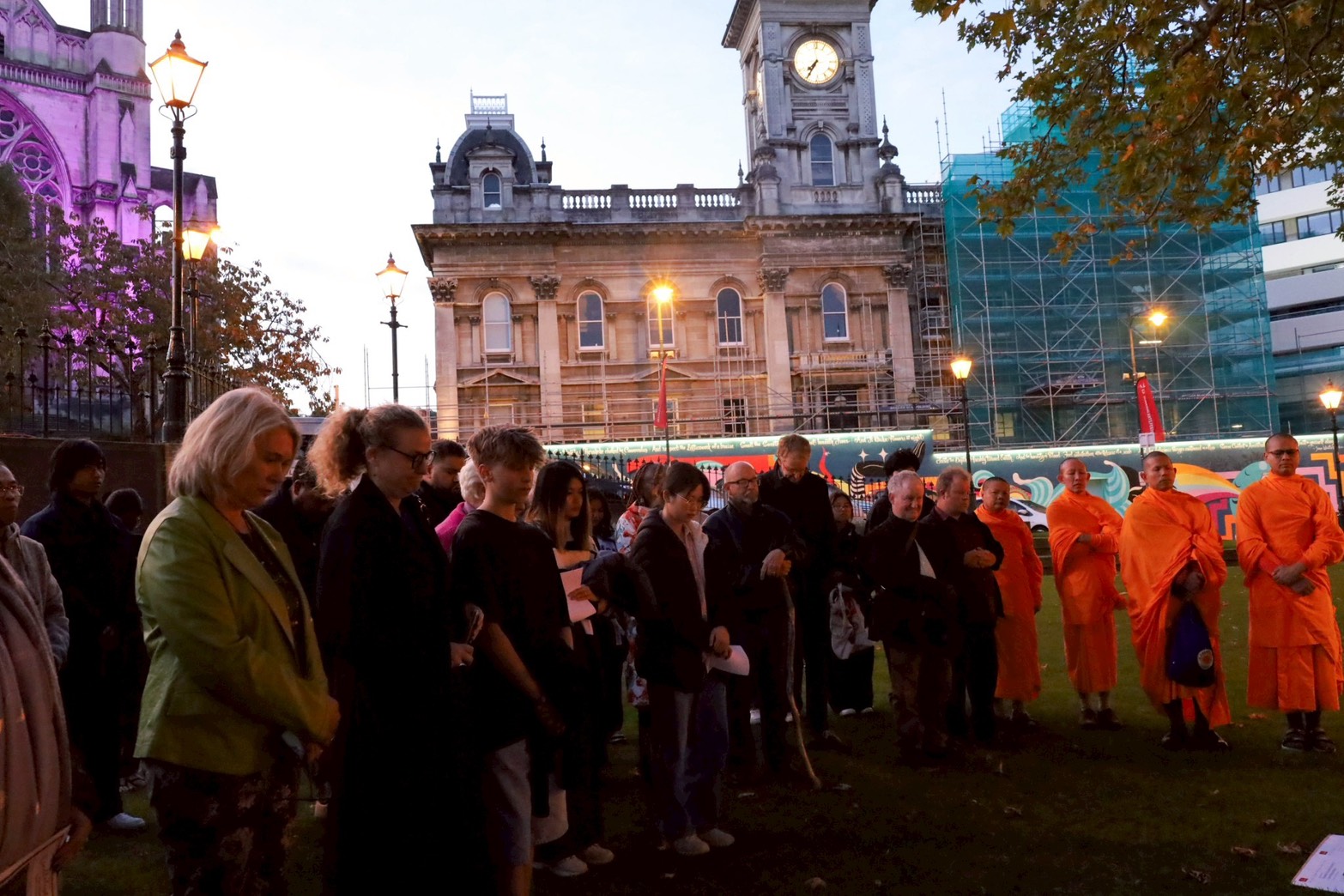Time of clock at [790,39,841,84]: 7:35
